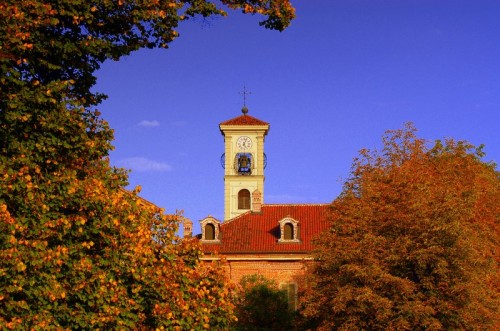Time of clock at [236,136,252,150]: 5:03
